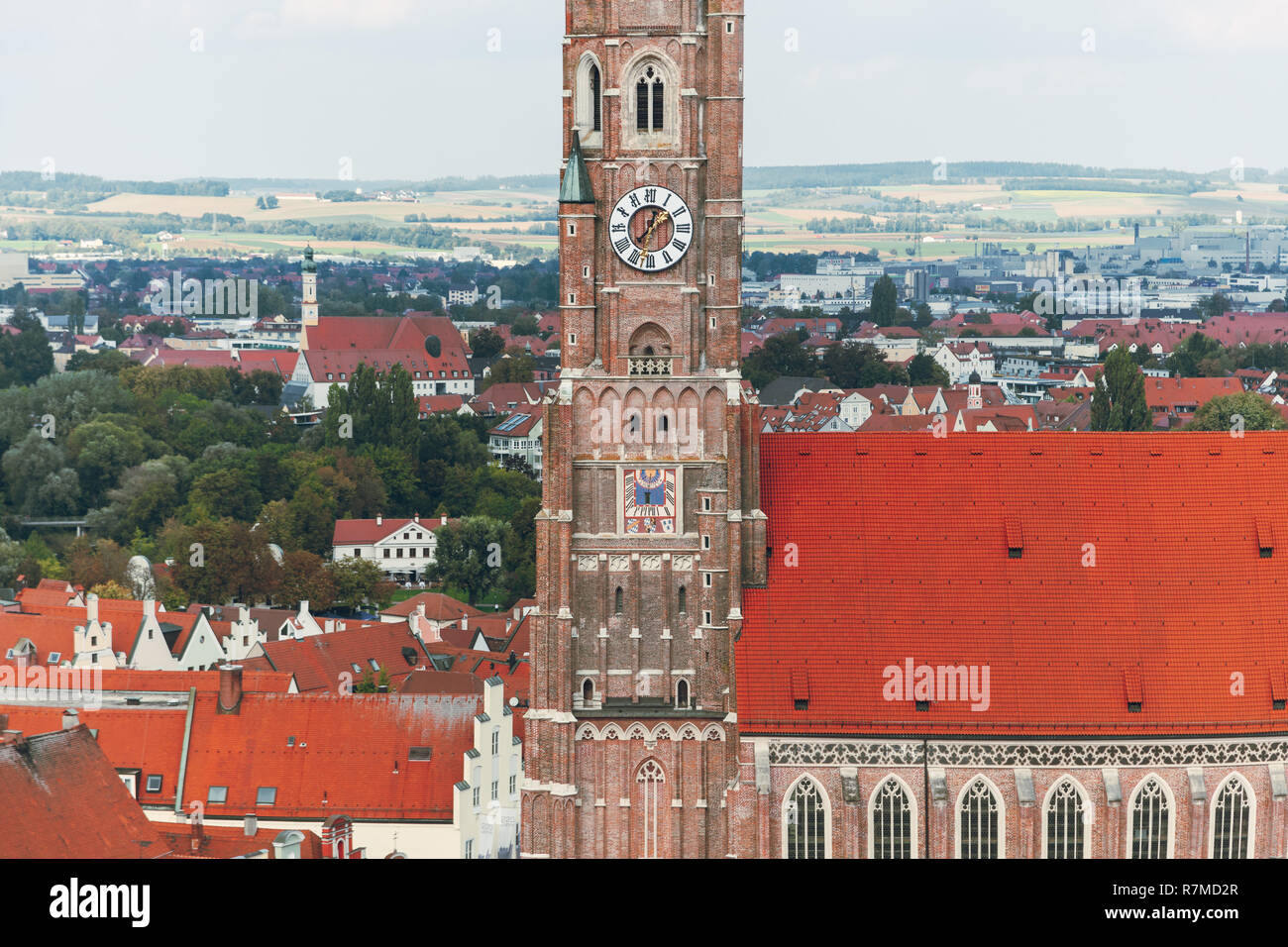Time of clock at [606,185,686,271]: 12:37
